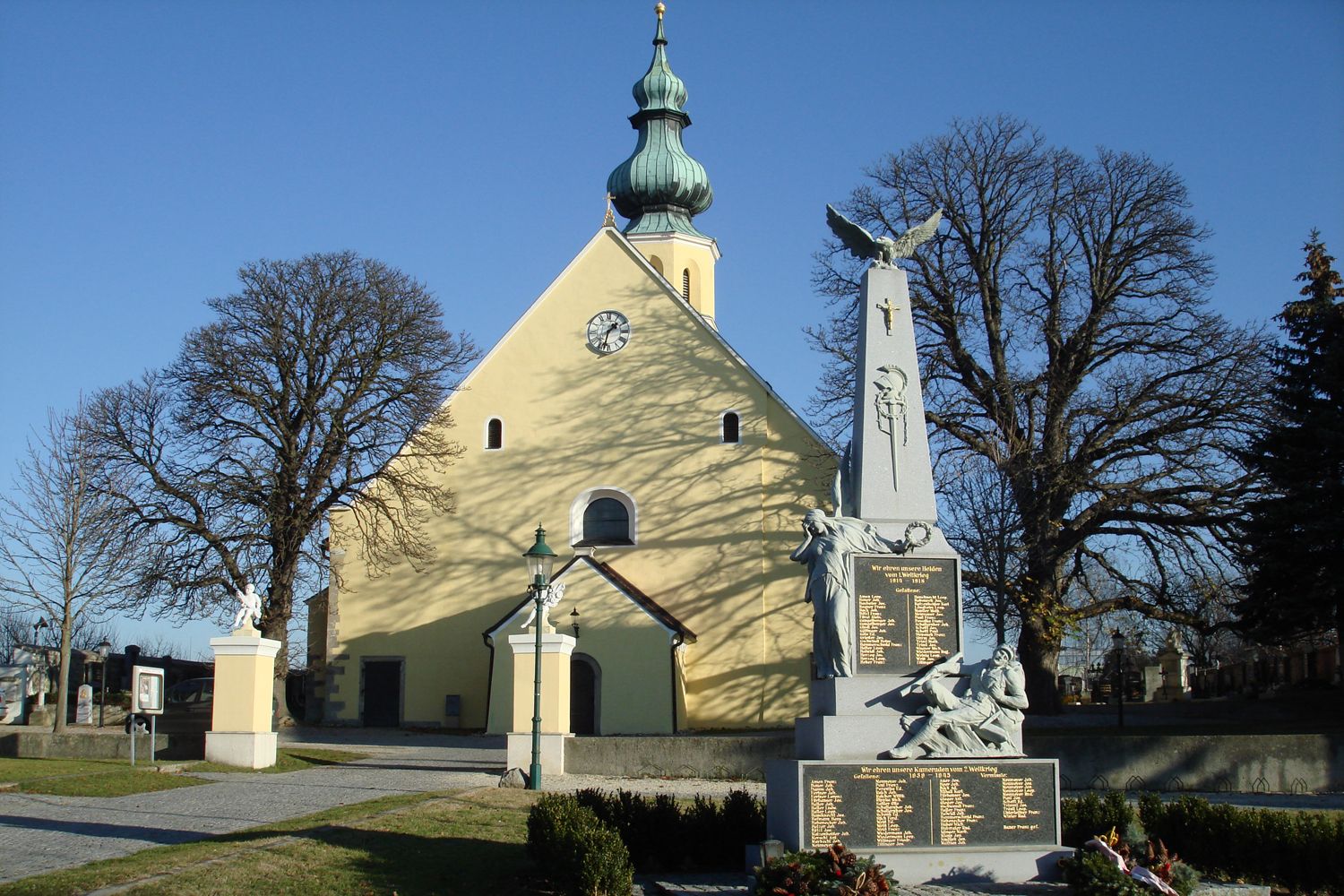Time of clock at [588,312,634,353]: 1:32
